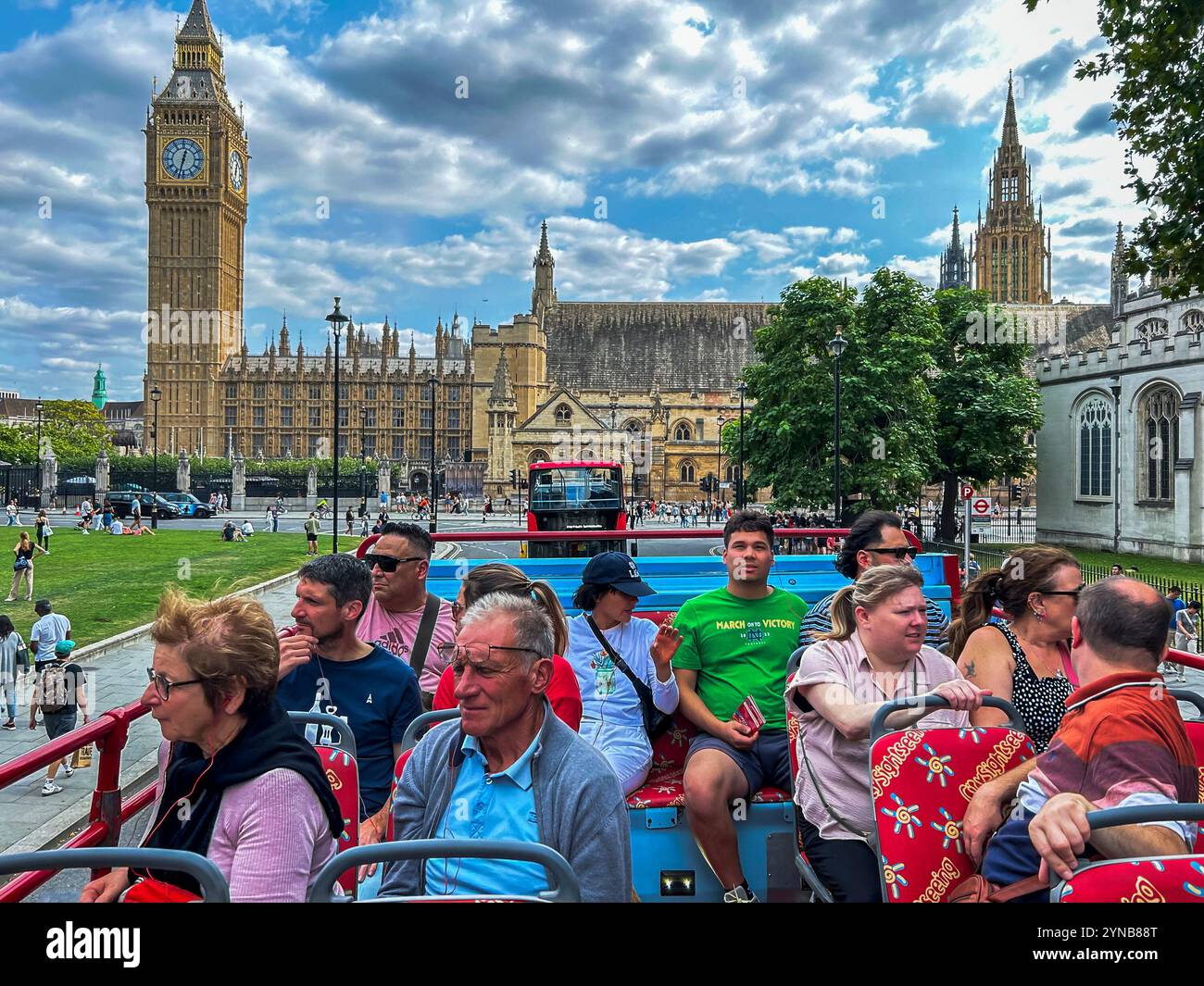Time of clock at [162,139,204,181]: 12:32
